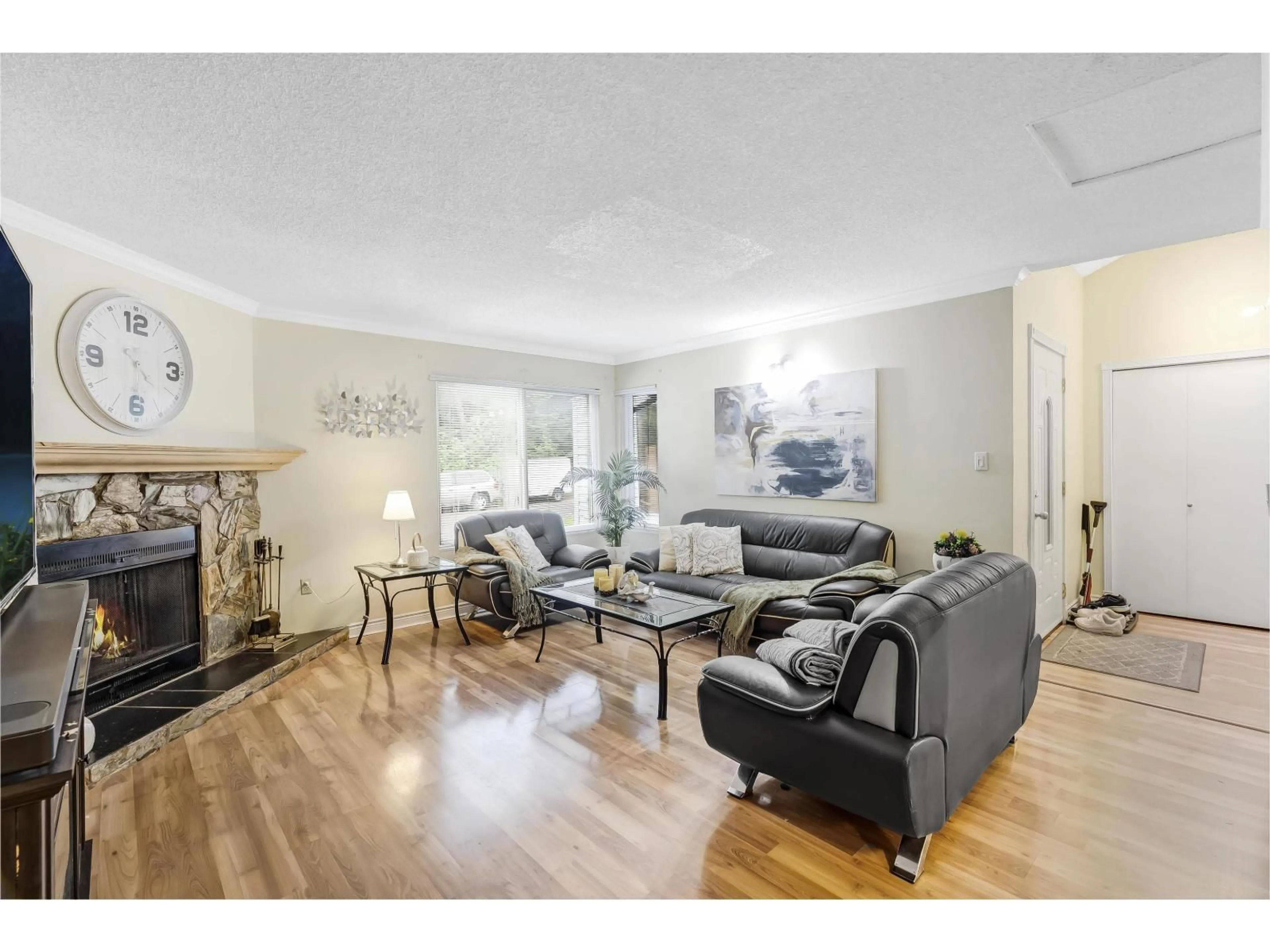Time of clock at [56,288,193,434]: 4:31
